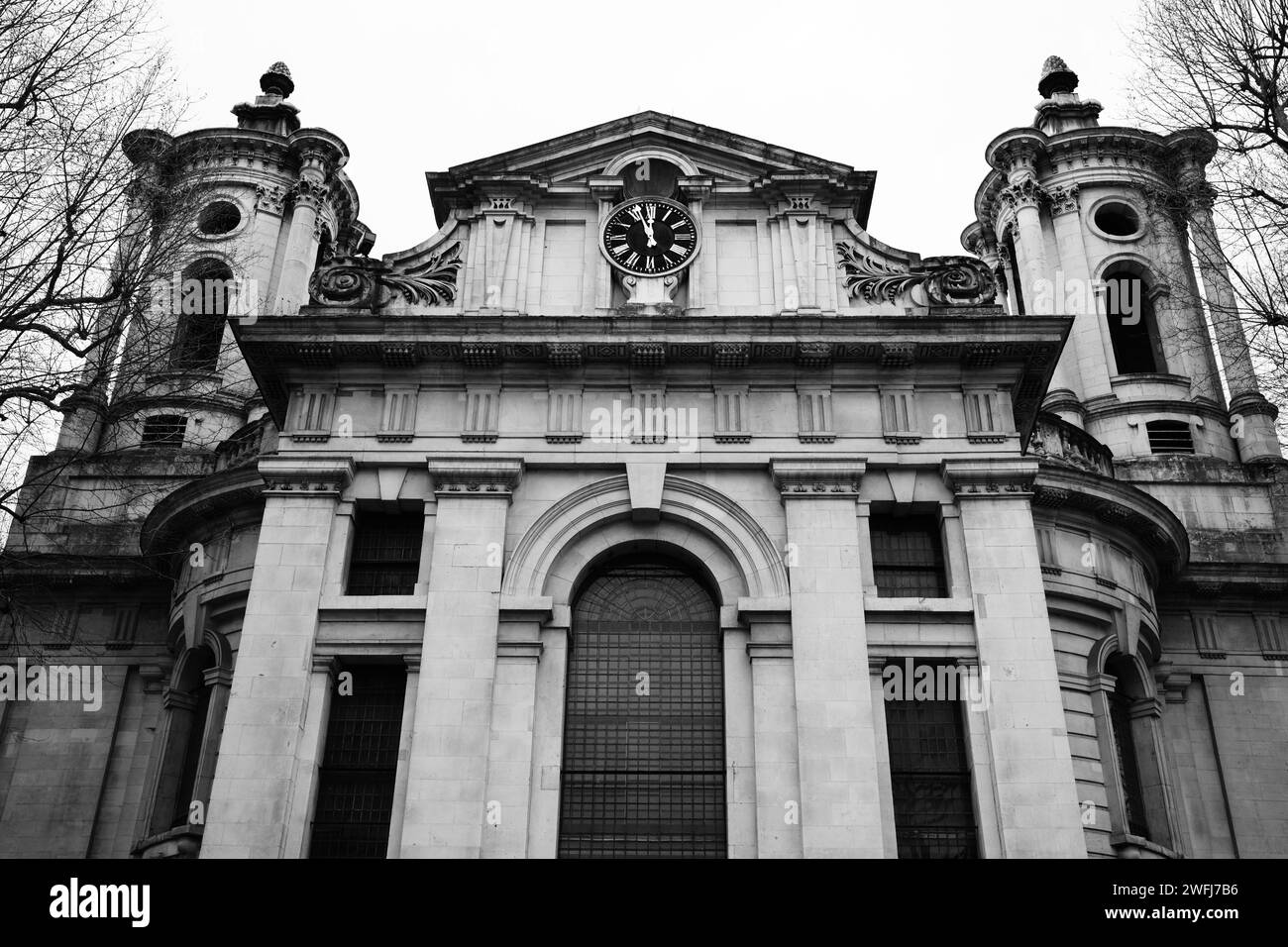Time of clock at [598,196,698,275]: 11:56
